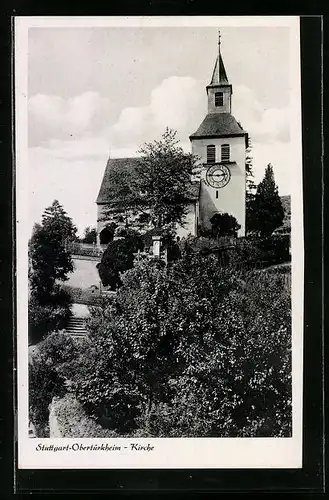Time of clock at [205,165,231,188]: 2:45
